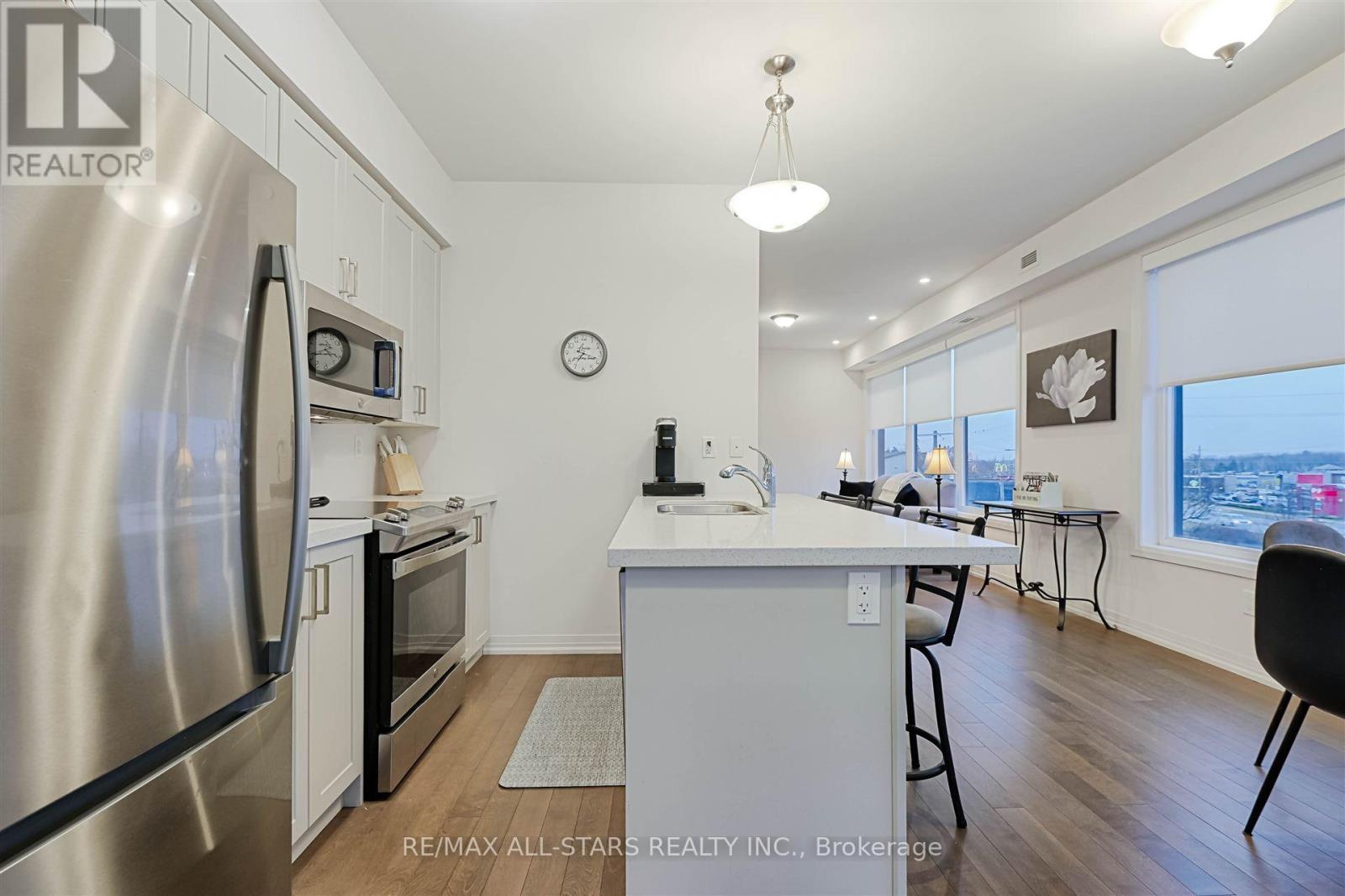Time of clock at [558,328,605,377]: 7:17
